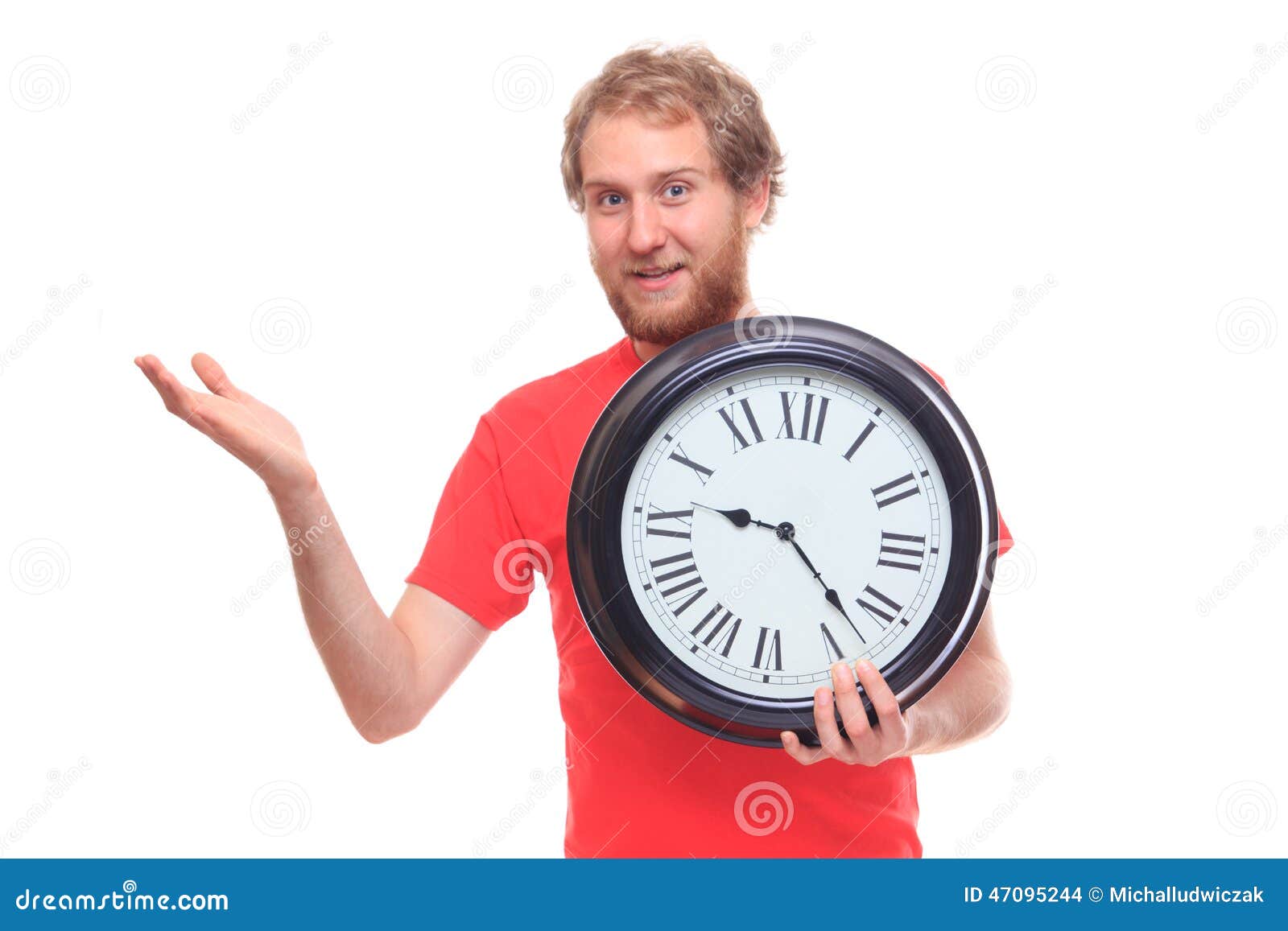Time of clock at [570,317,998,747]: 9:22
